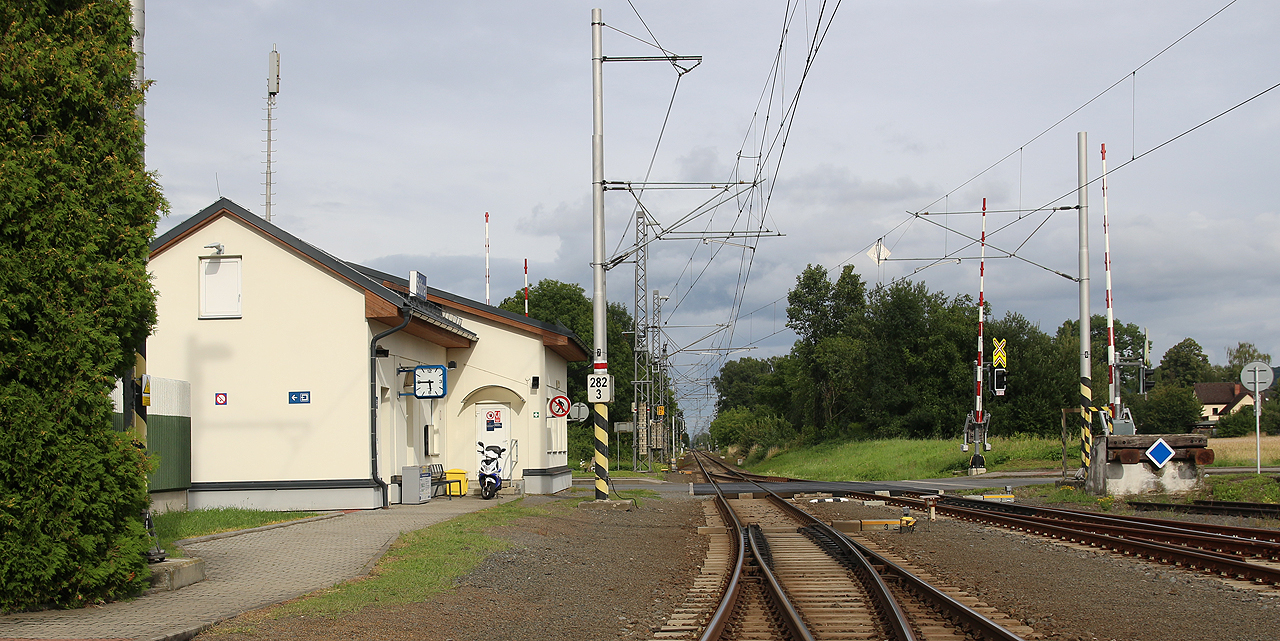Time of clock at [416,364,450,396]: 5:44
